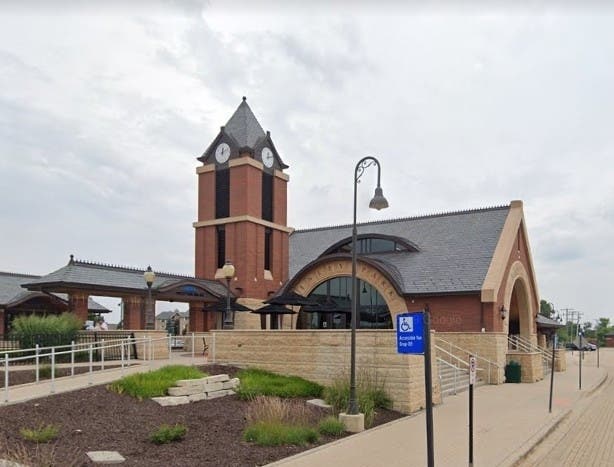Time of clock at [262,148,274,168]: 12:12
